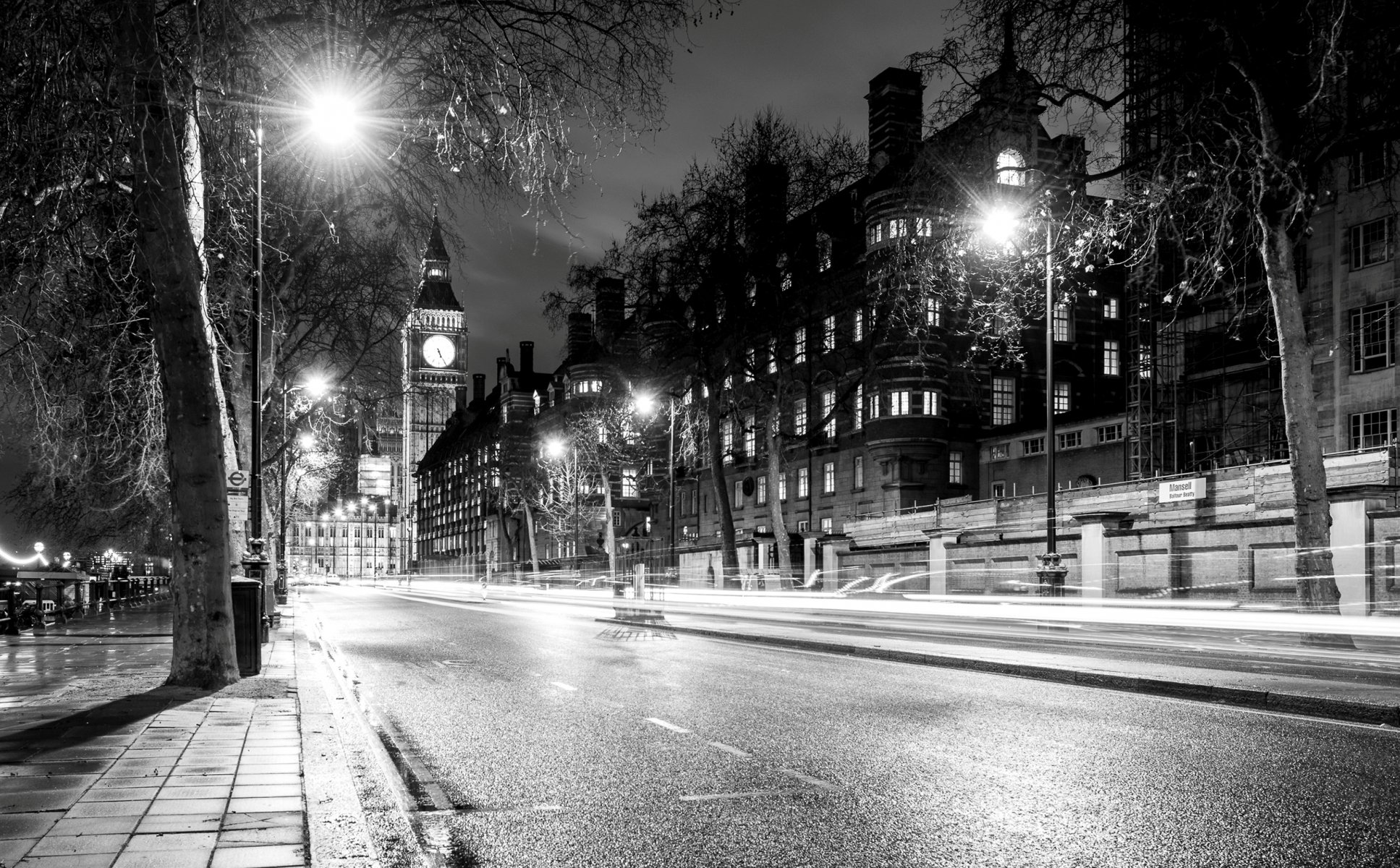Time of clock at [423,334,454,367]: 5:25
